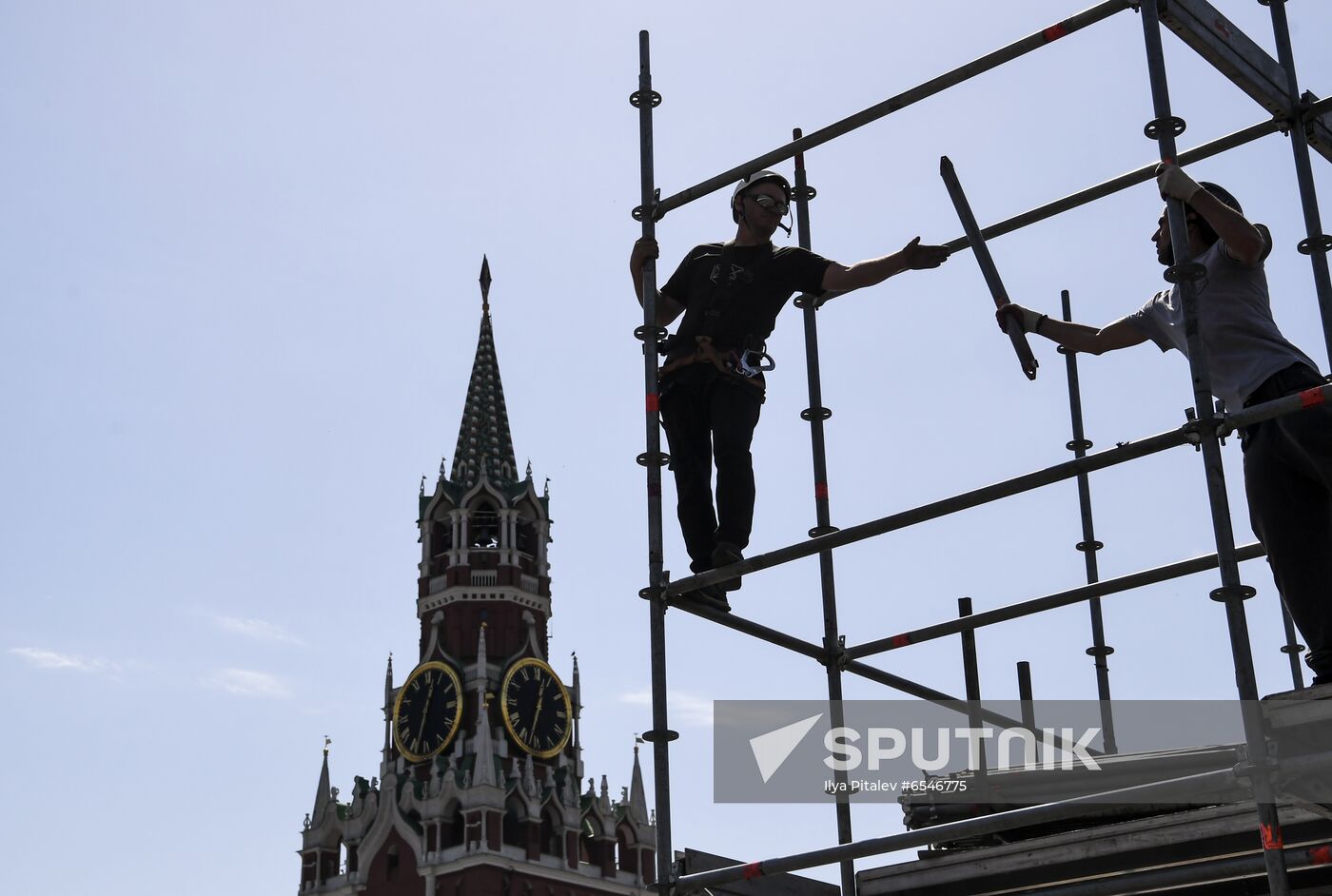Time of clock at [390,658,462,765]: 12:33
